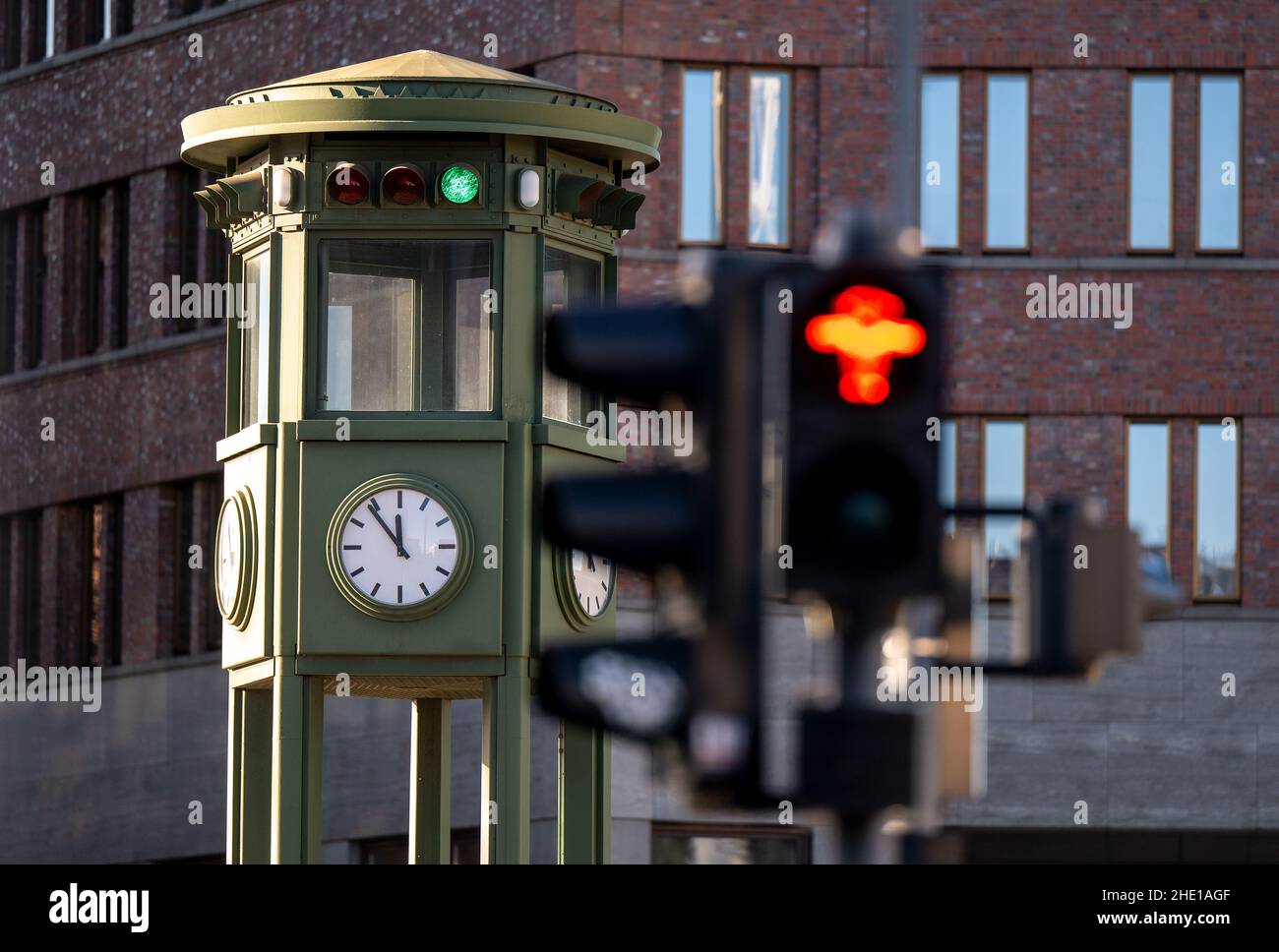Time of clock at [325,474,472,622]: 11:53
